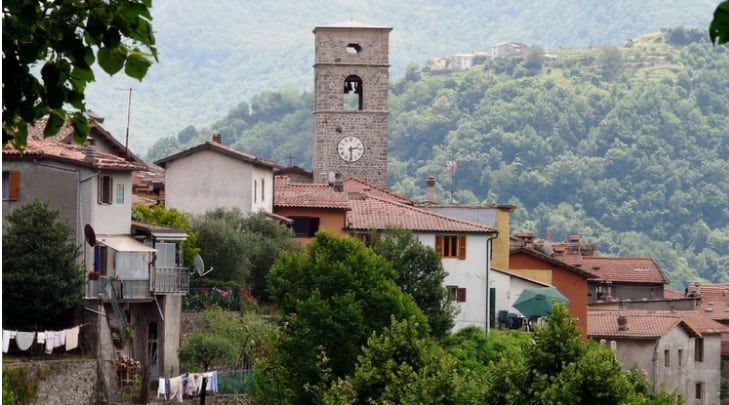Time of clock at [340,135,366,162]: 2:29
